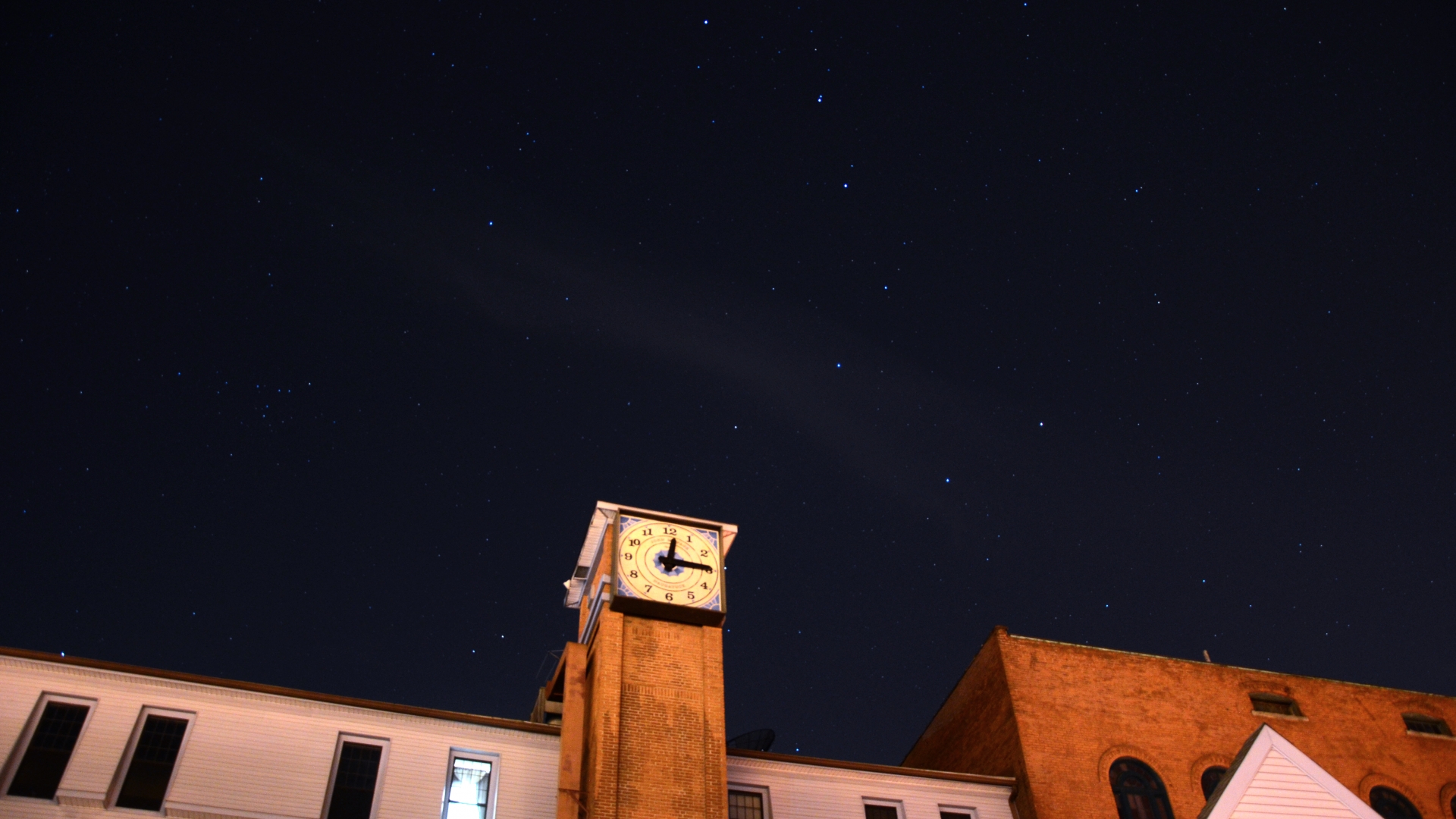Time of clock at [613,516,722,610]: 12:14
